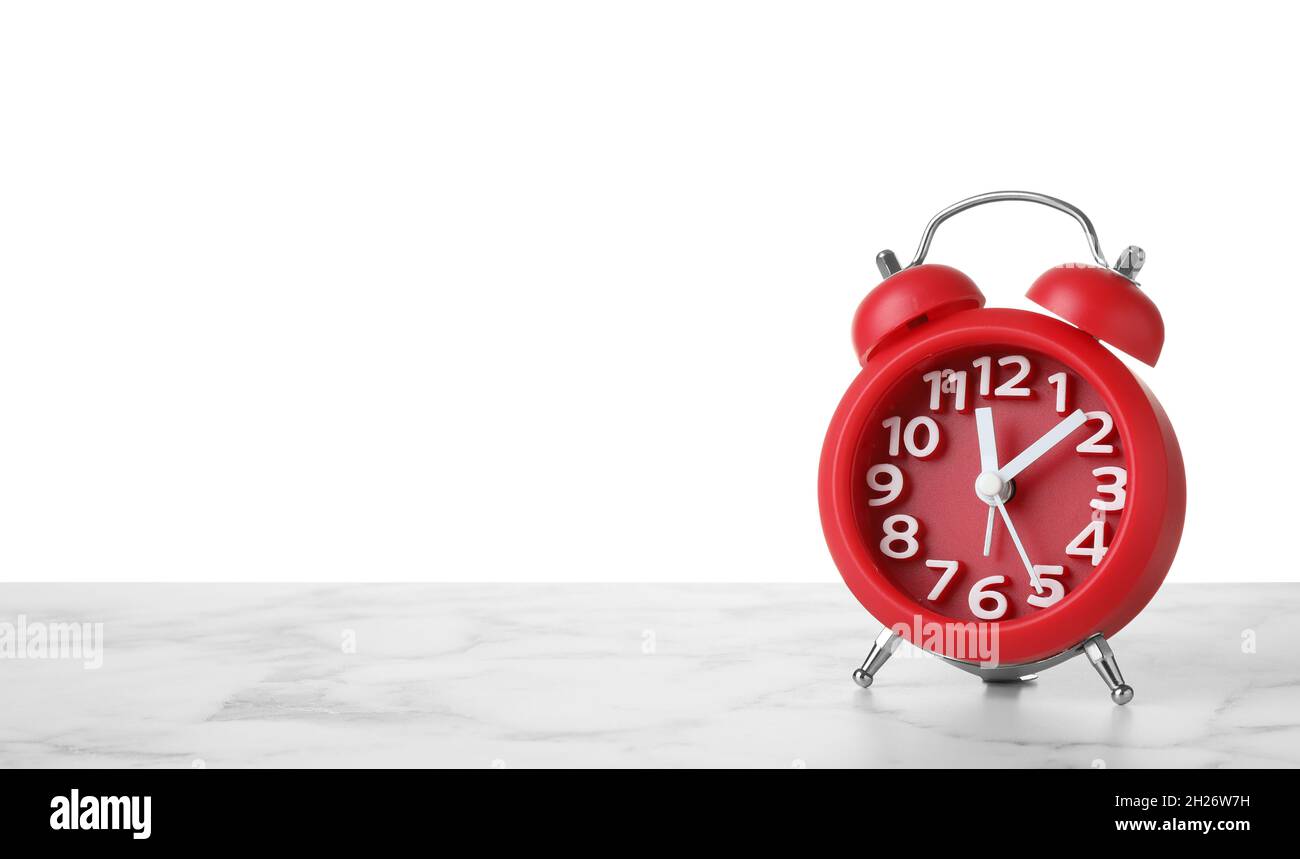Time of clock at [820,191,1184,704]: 12:08
